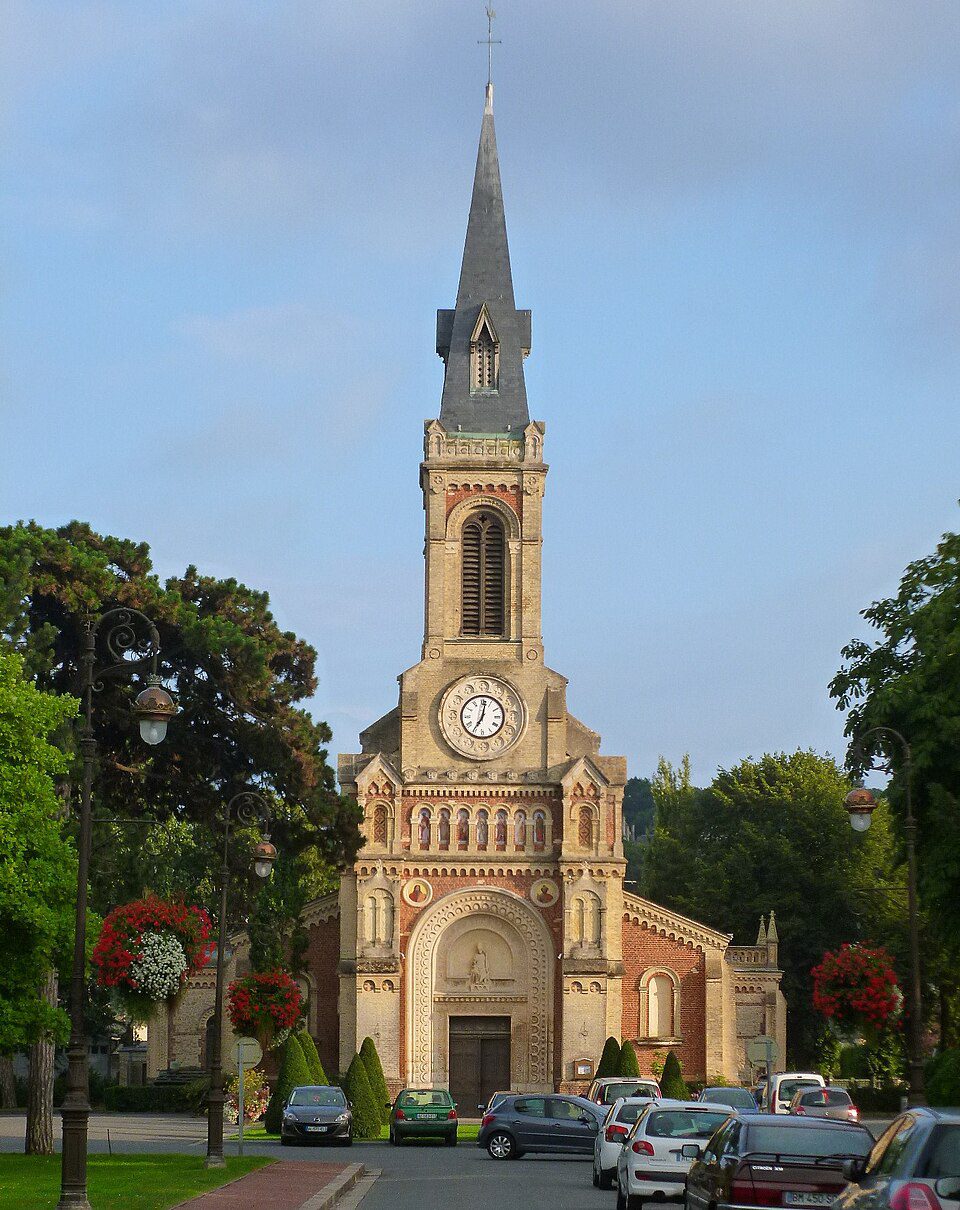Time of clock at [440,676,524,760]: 7:01
